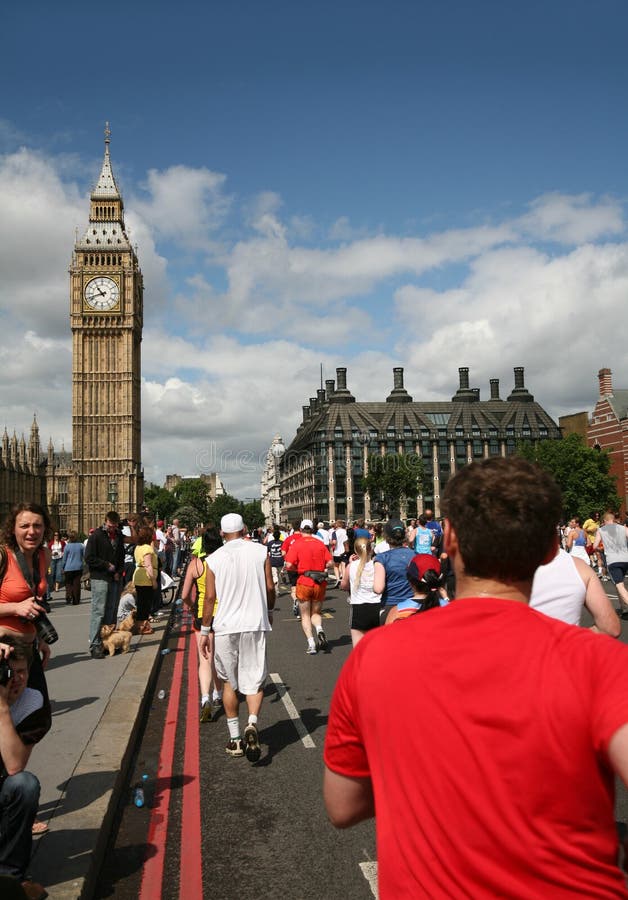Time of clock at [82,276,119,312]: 10:42
